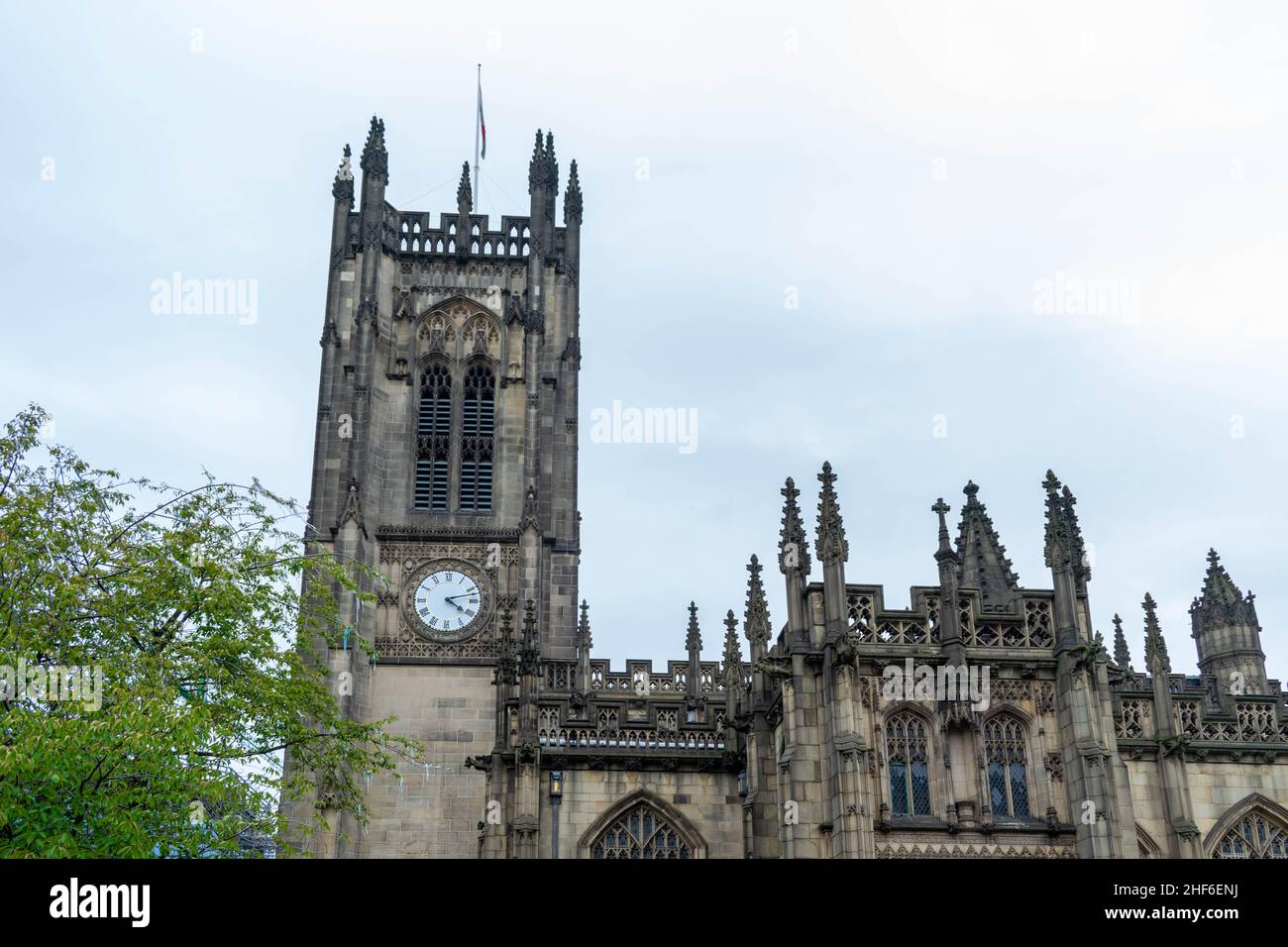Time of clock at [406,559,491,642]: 4:12
